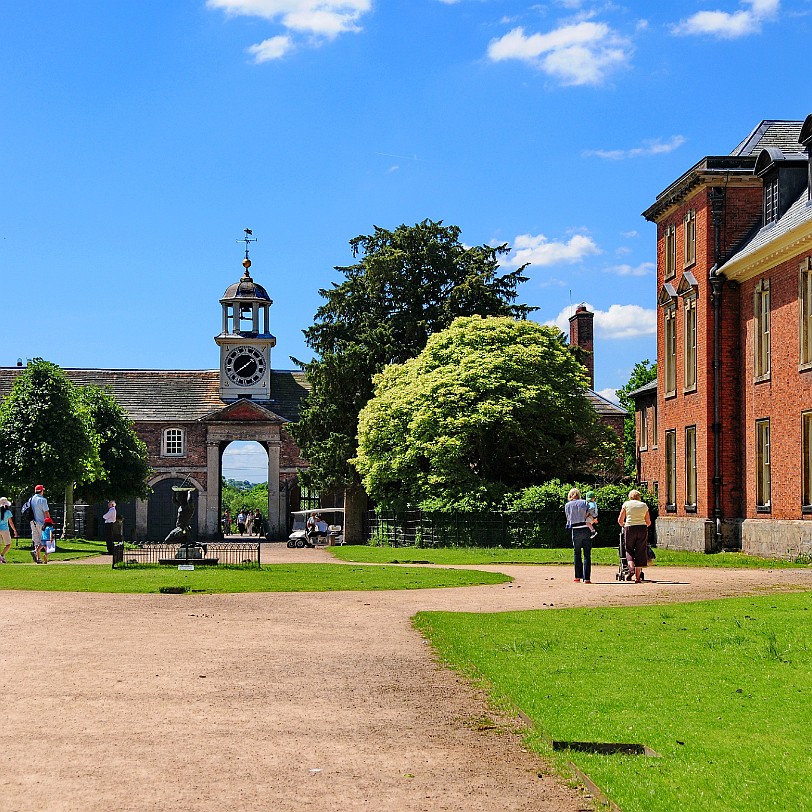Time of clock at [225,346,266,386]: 1:39
